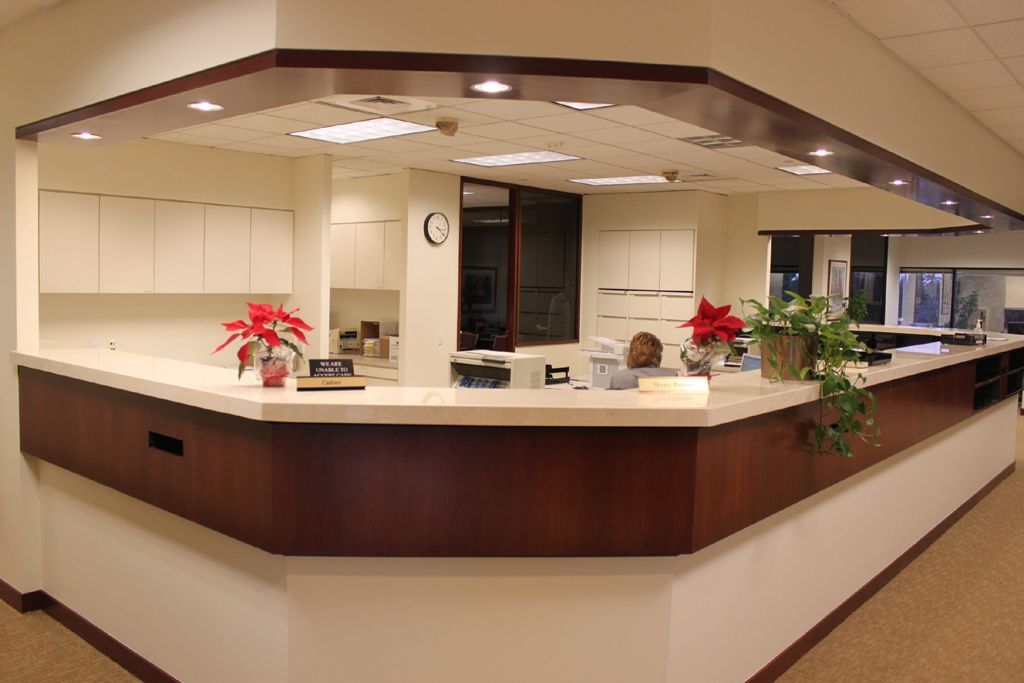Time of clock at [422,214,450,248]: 3:21
